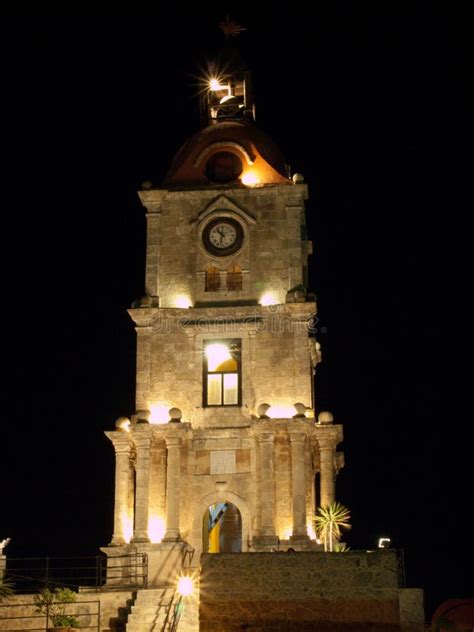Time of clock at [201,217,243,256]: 10:32
